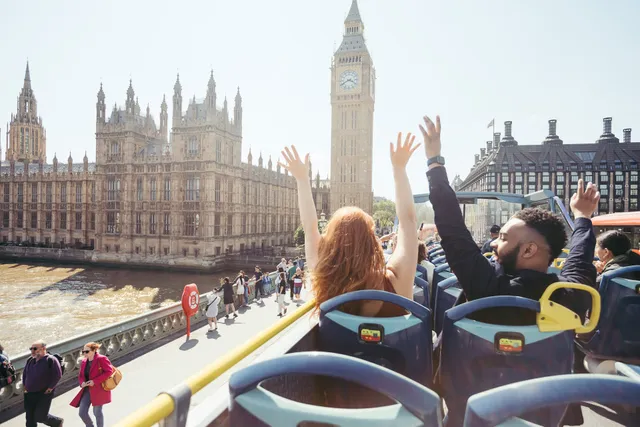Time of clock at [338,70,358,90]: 3:40
